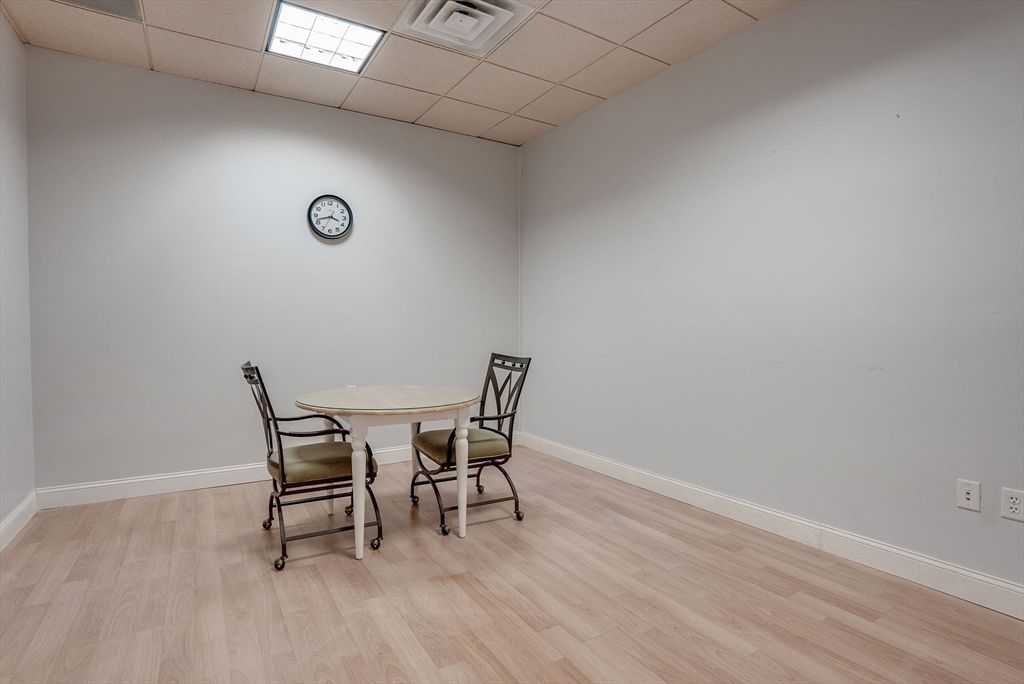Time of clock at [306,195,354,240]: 3:42
